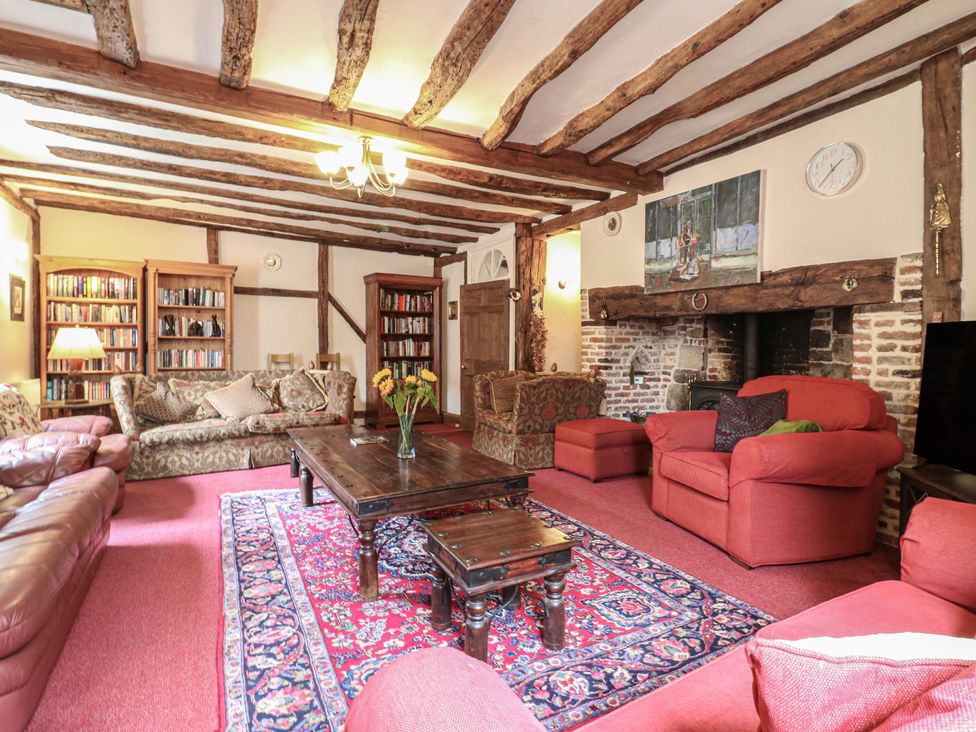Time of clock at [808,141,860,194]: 1:37
